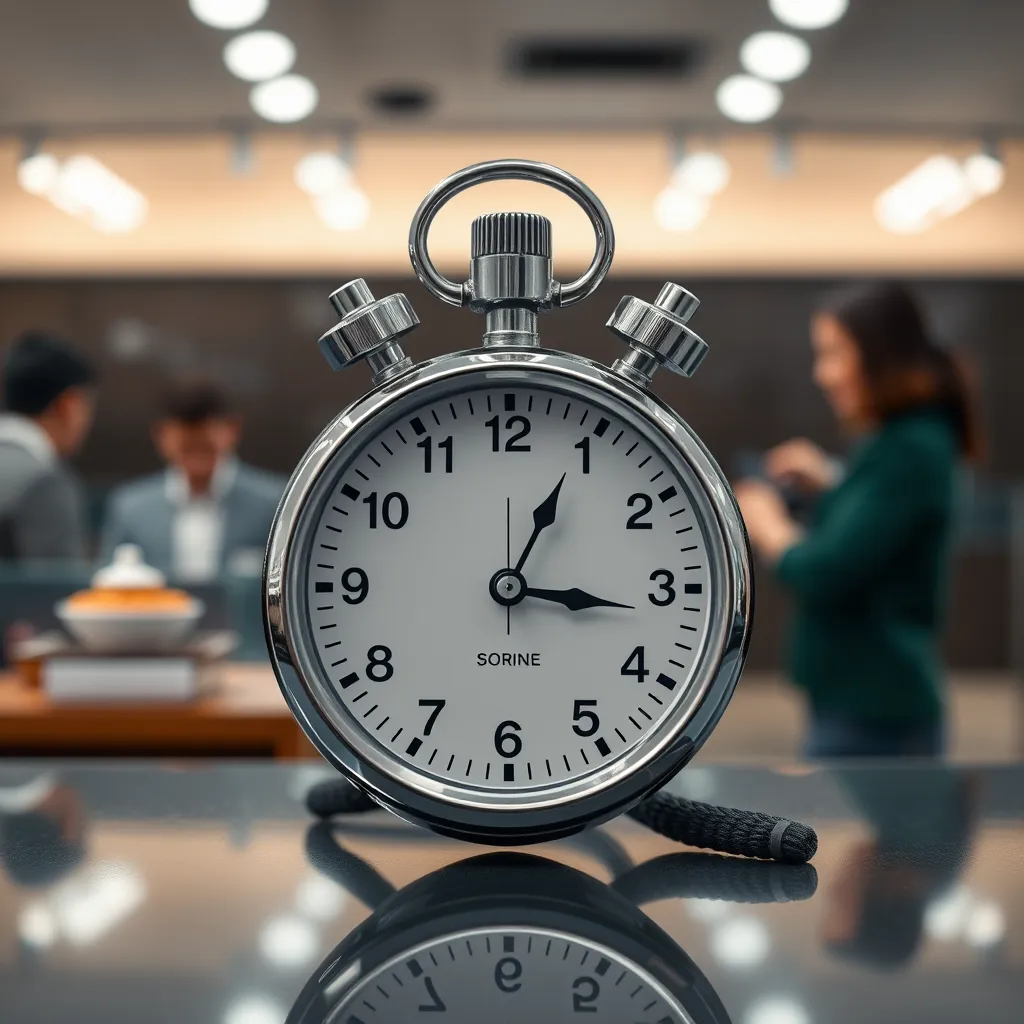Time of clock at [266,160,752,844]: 3:04
